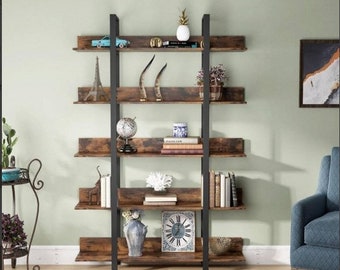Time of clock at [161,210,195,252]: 7:01
